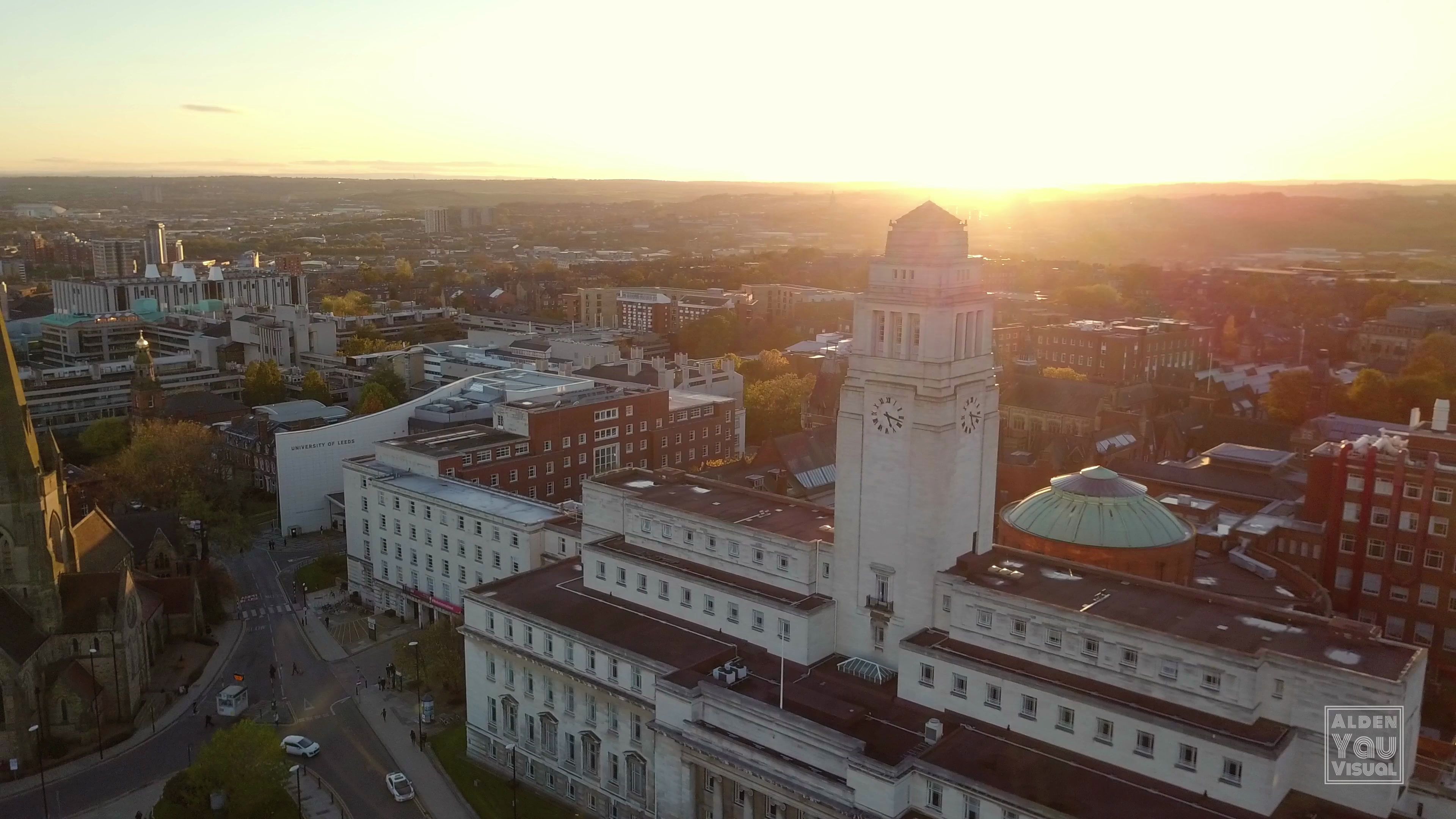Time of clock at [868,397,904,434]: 5:17
